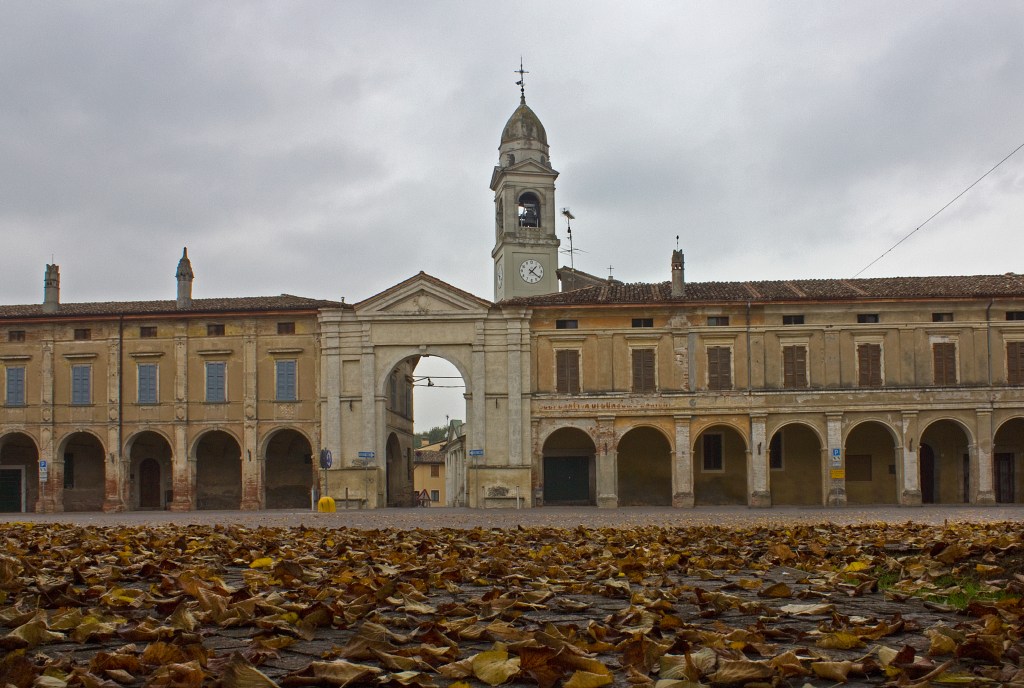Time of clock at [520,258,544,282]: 1:21
